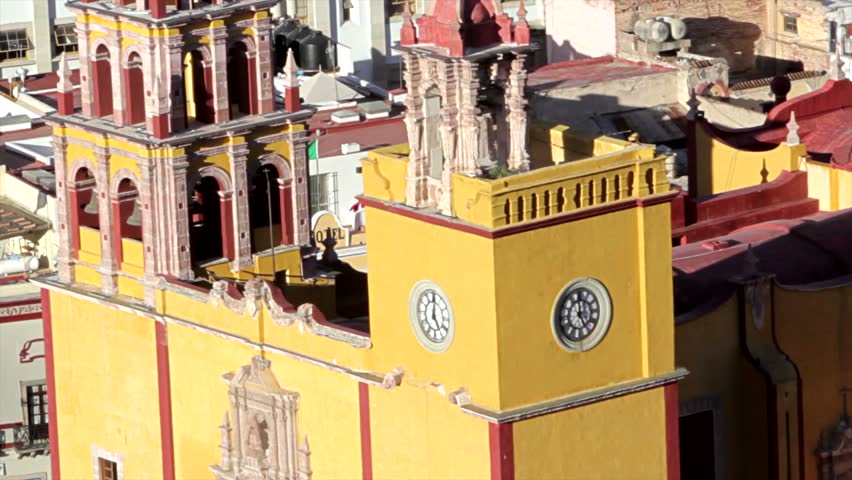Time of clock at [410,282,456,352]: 5:00
